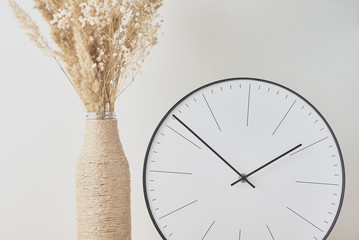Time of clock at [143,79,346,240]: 1:51
